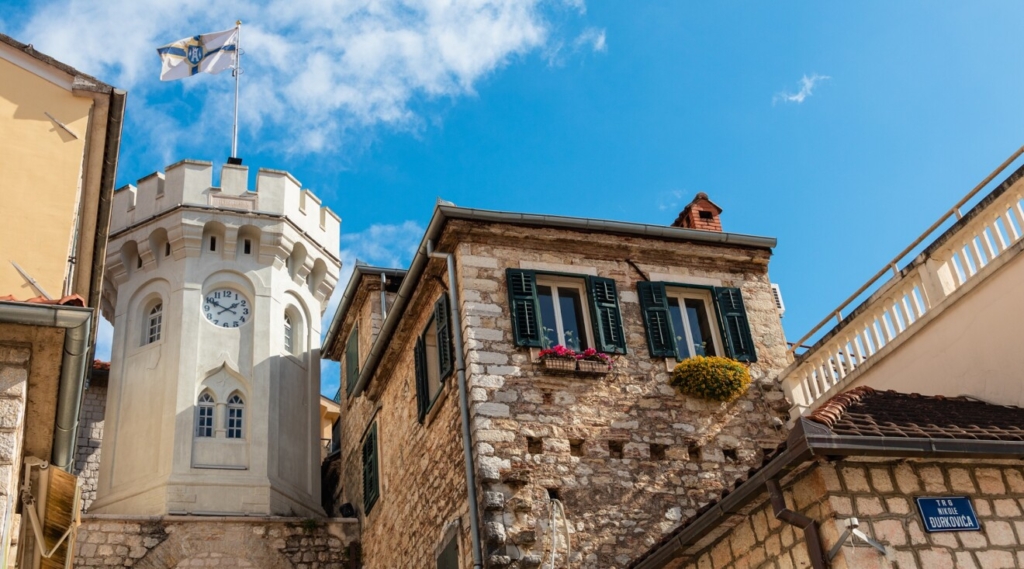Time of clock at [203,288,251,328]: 1:49
